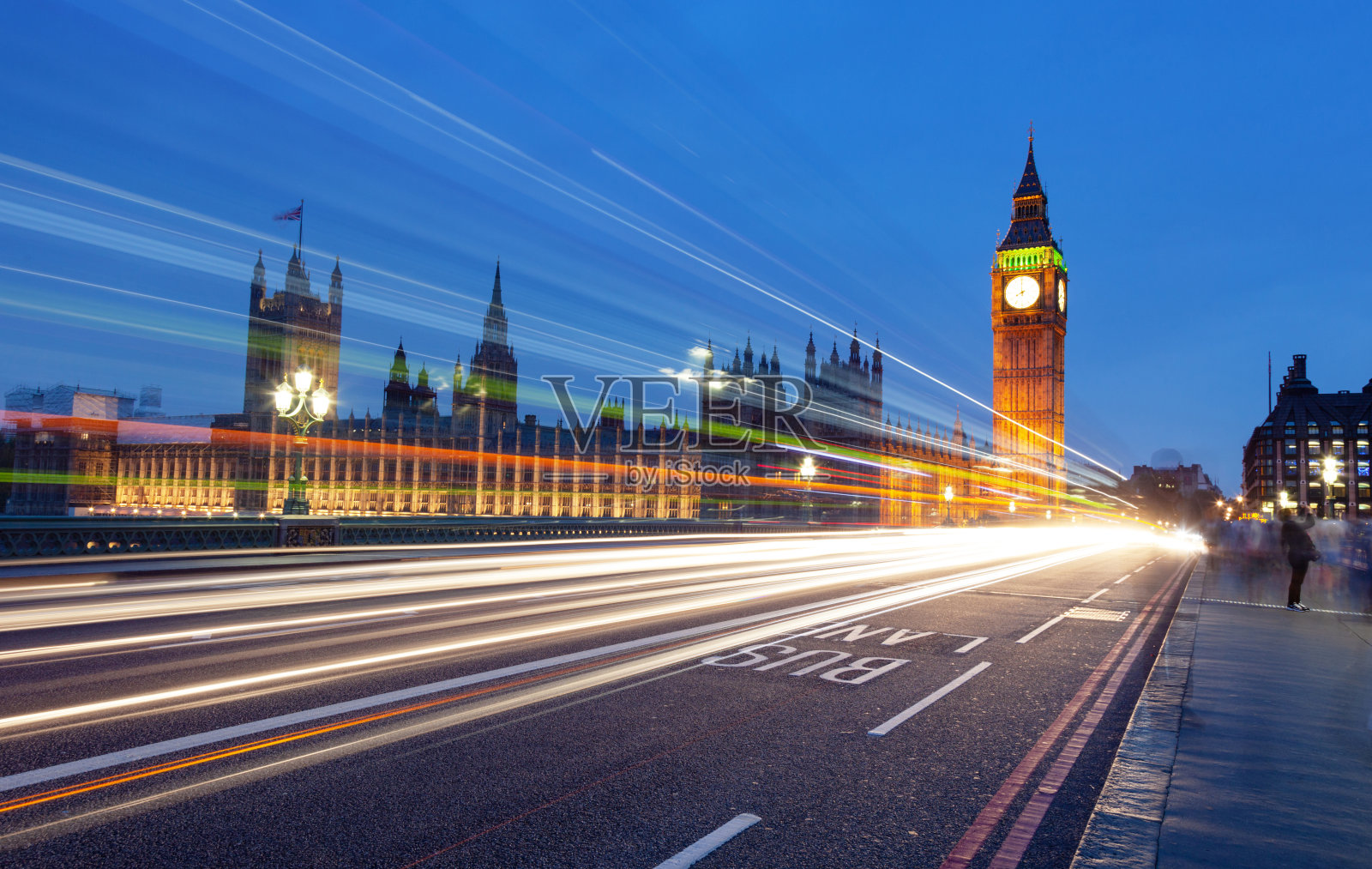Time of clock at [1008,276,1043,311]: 7:59
